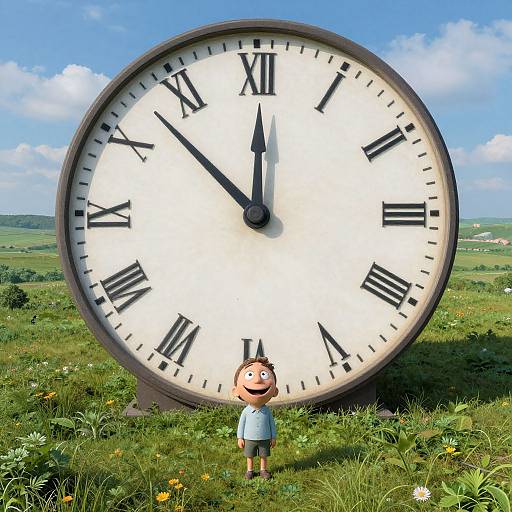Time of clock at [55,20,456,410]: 11:52
